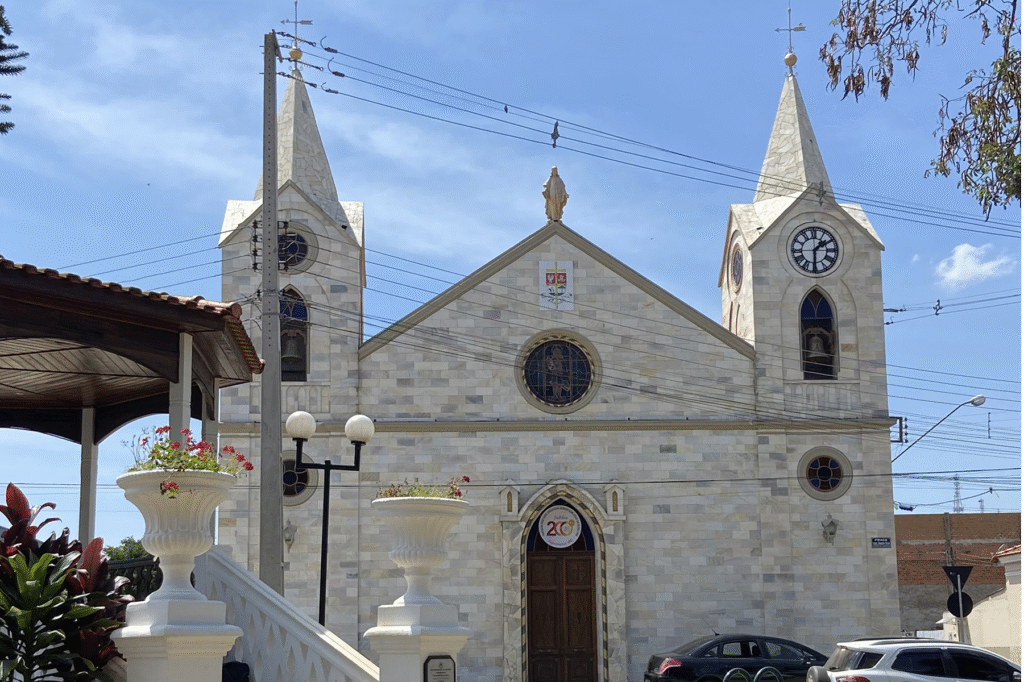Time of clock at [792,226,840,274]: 1:30
